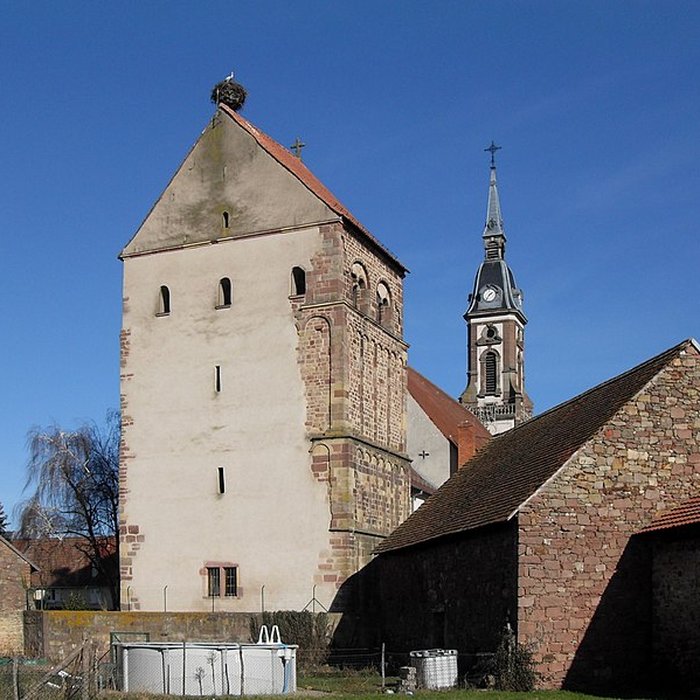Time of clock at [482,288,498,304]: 1:36
